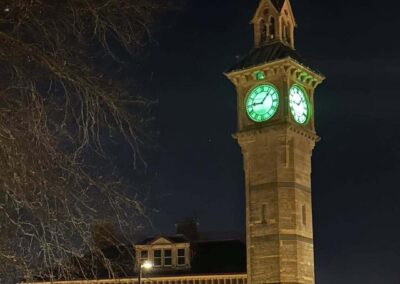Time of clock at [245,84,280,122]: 9:07
